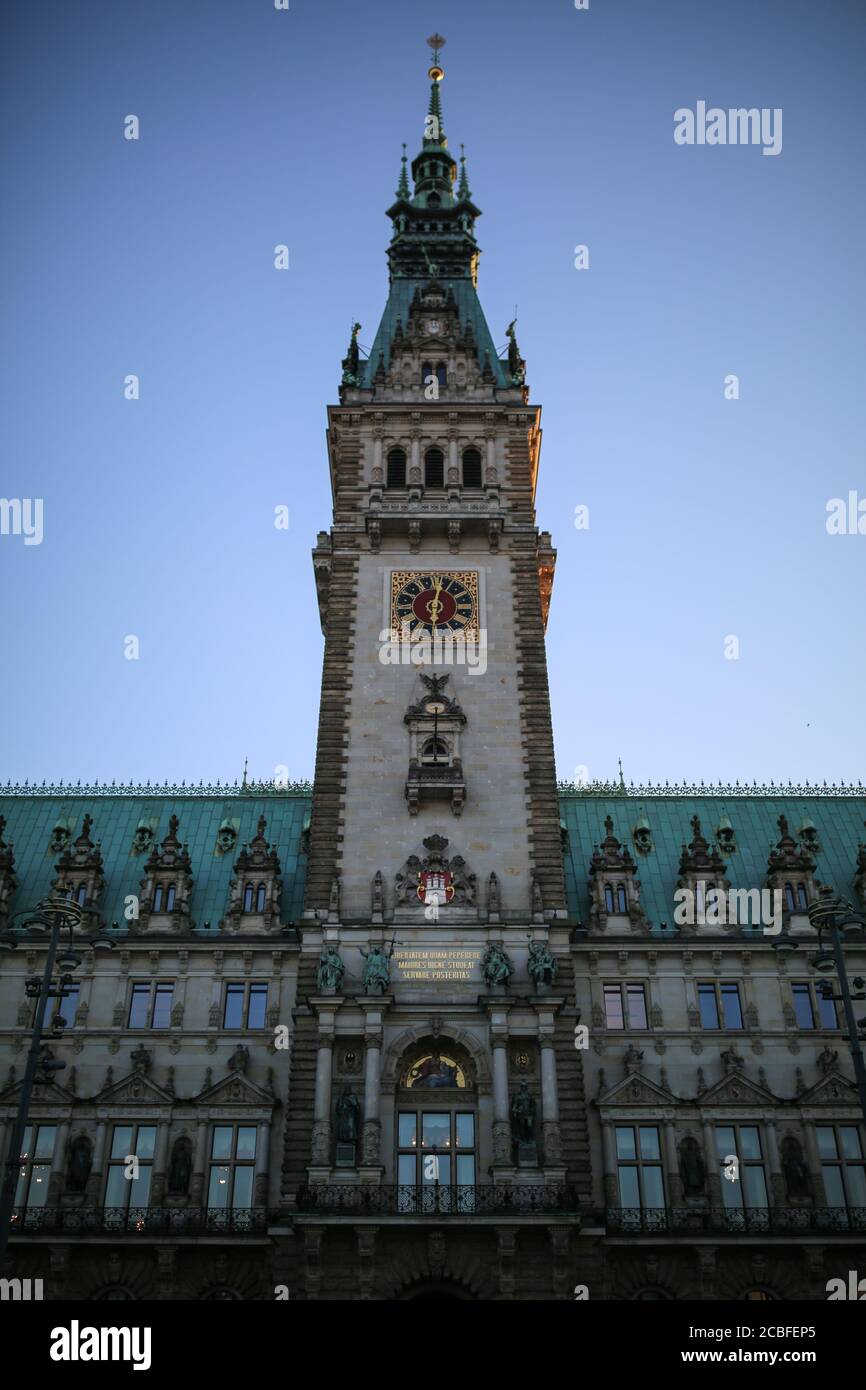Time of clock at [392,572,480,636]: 6:02
